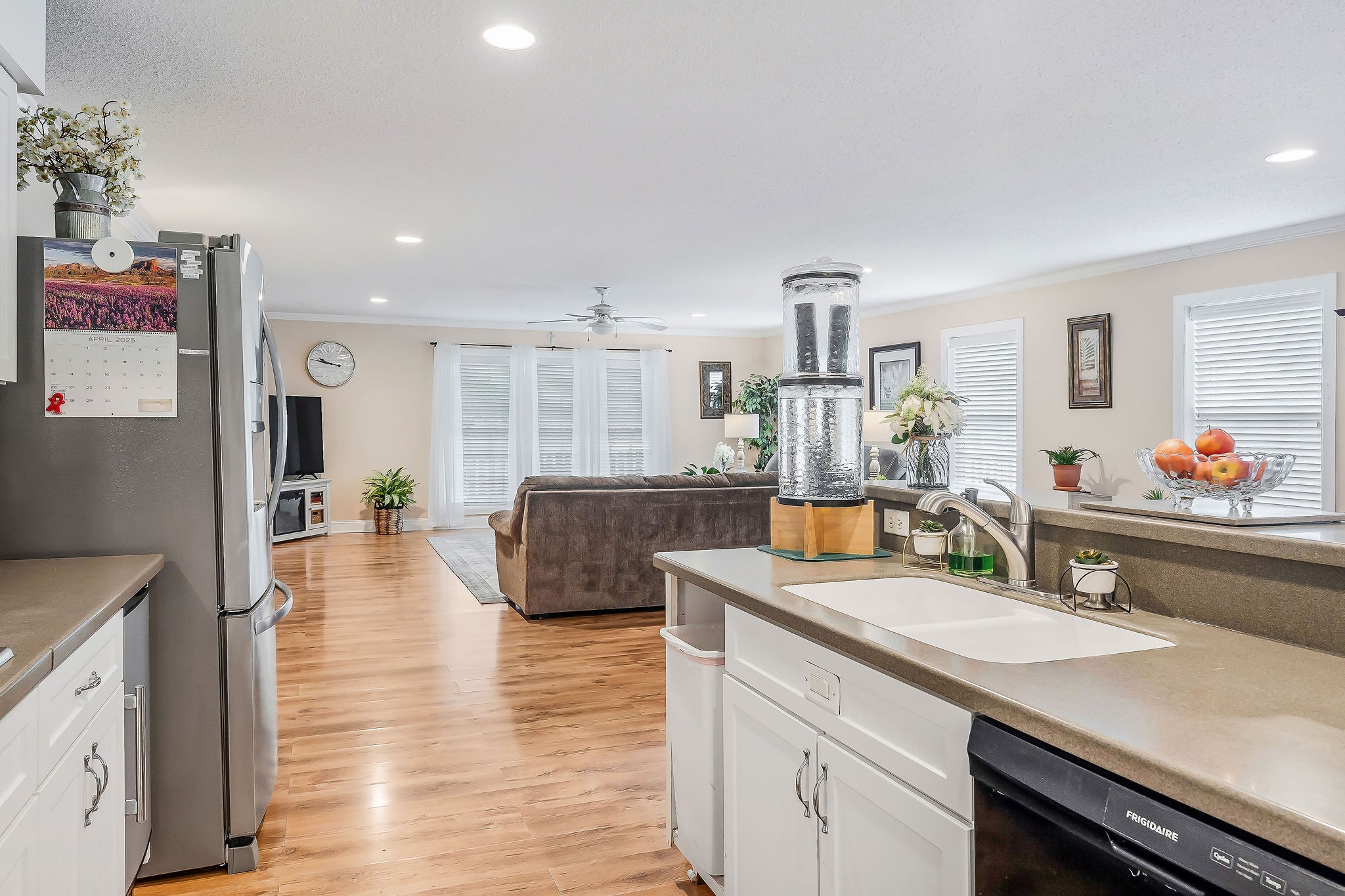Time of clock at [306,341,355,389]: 9:47
